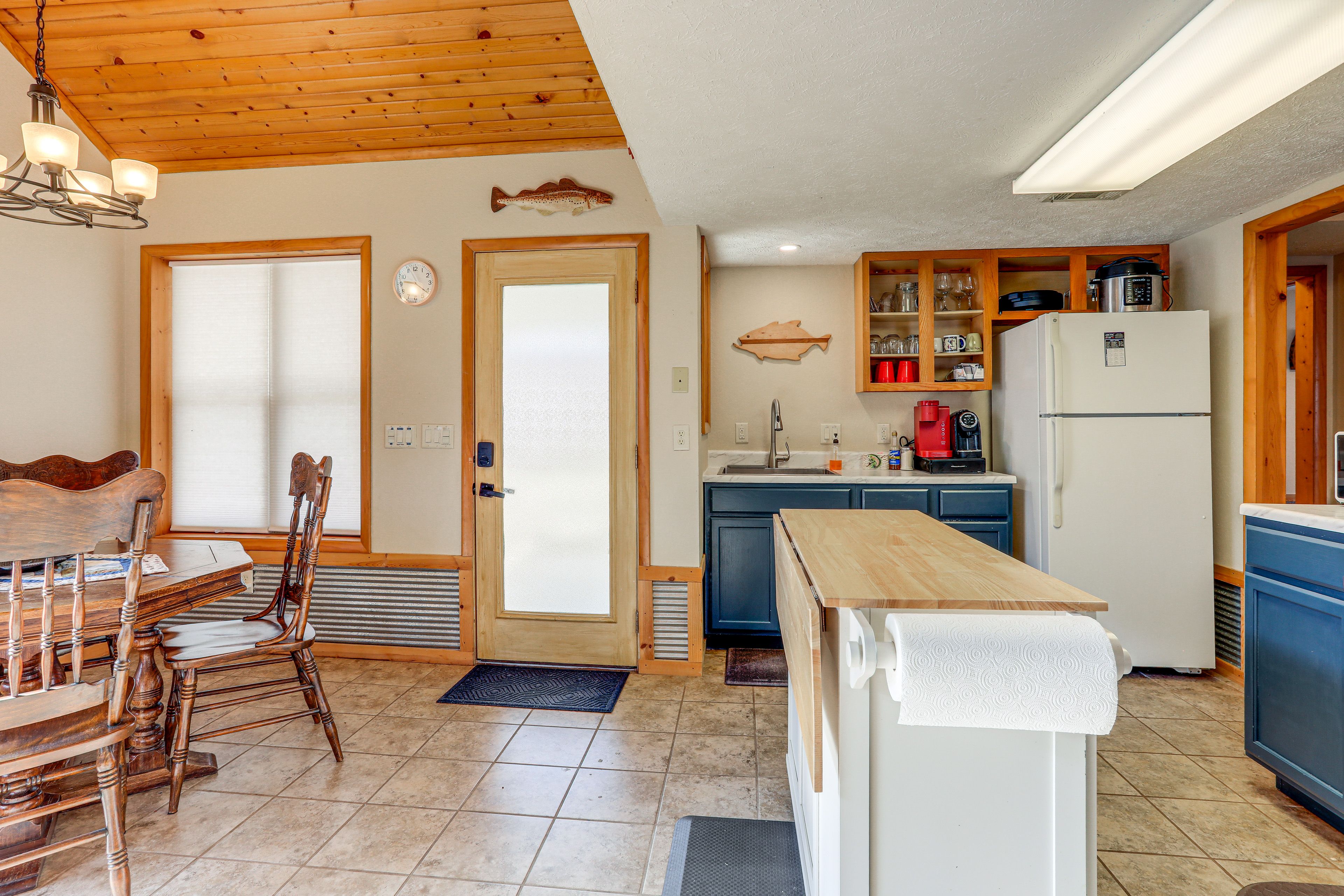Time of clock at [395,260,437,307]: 9:21
